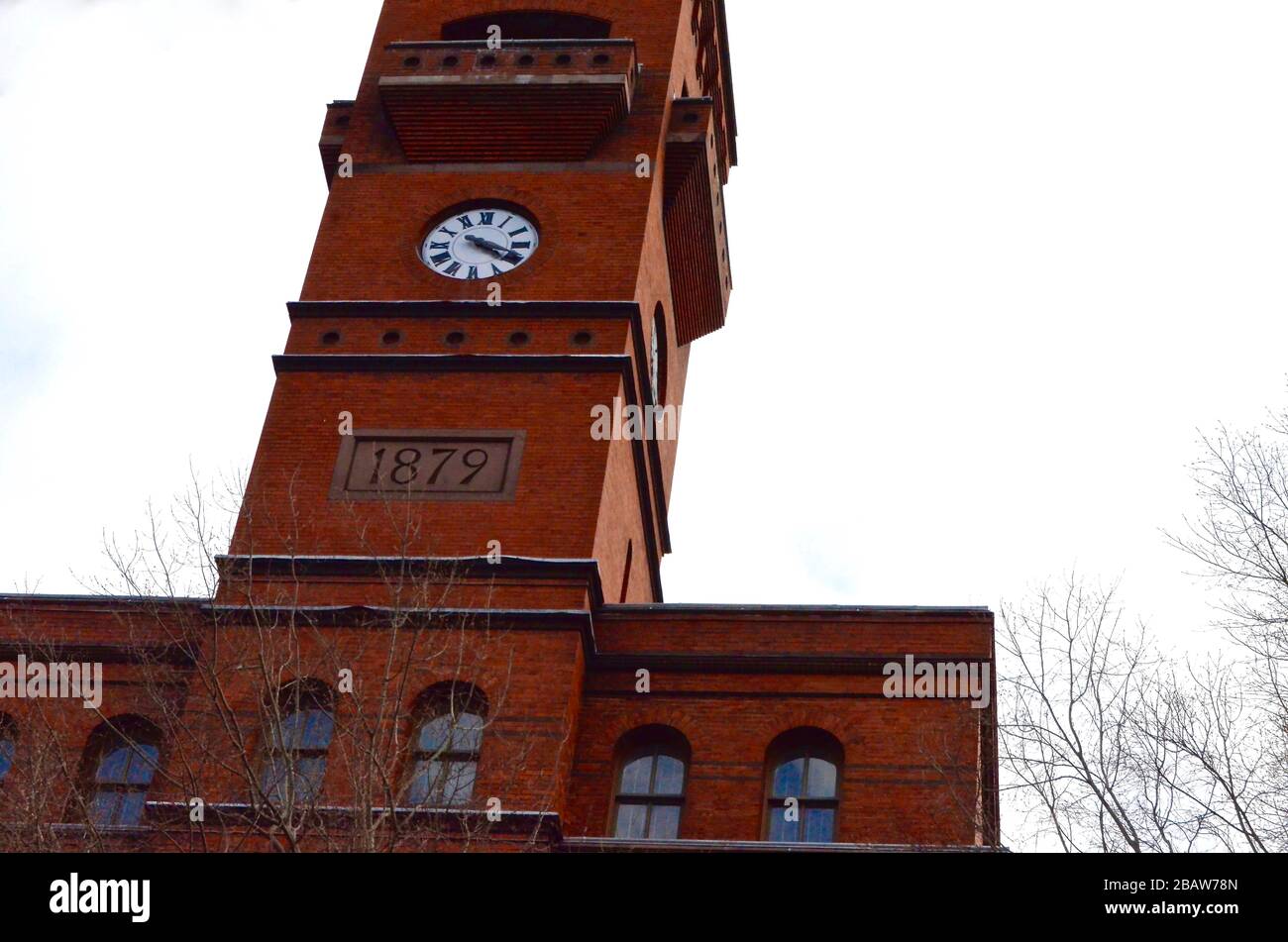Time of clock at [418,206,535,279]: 4:18
